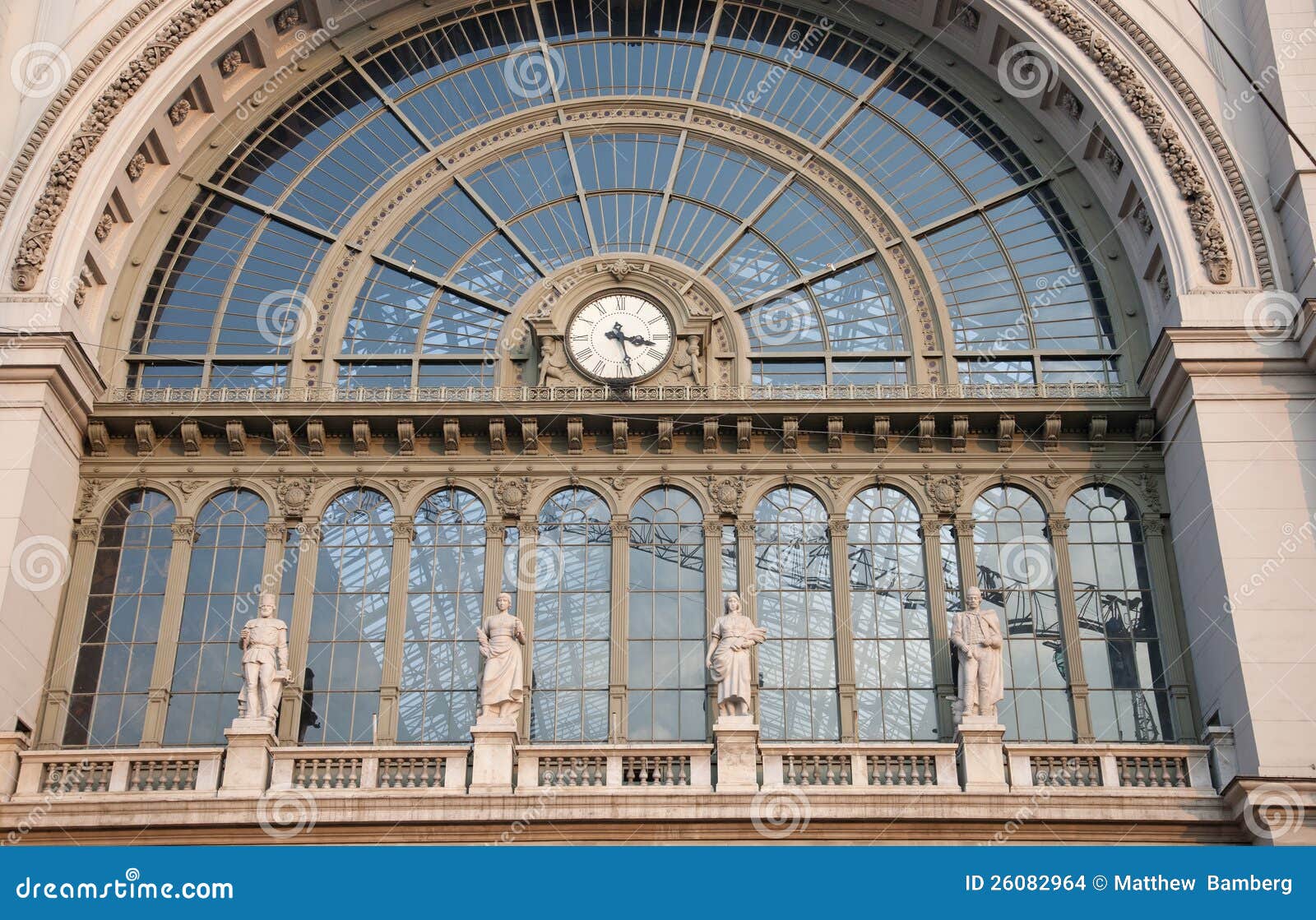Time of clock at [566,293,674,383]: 3:27
